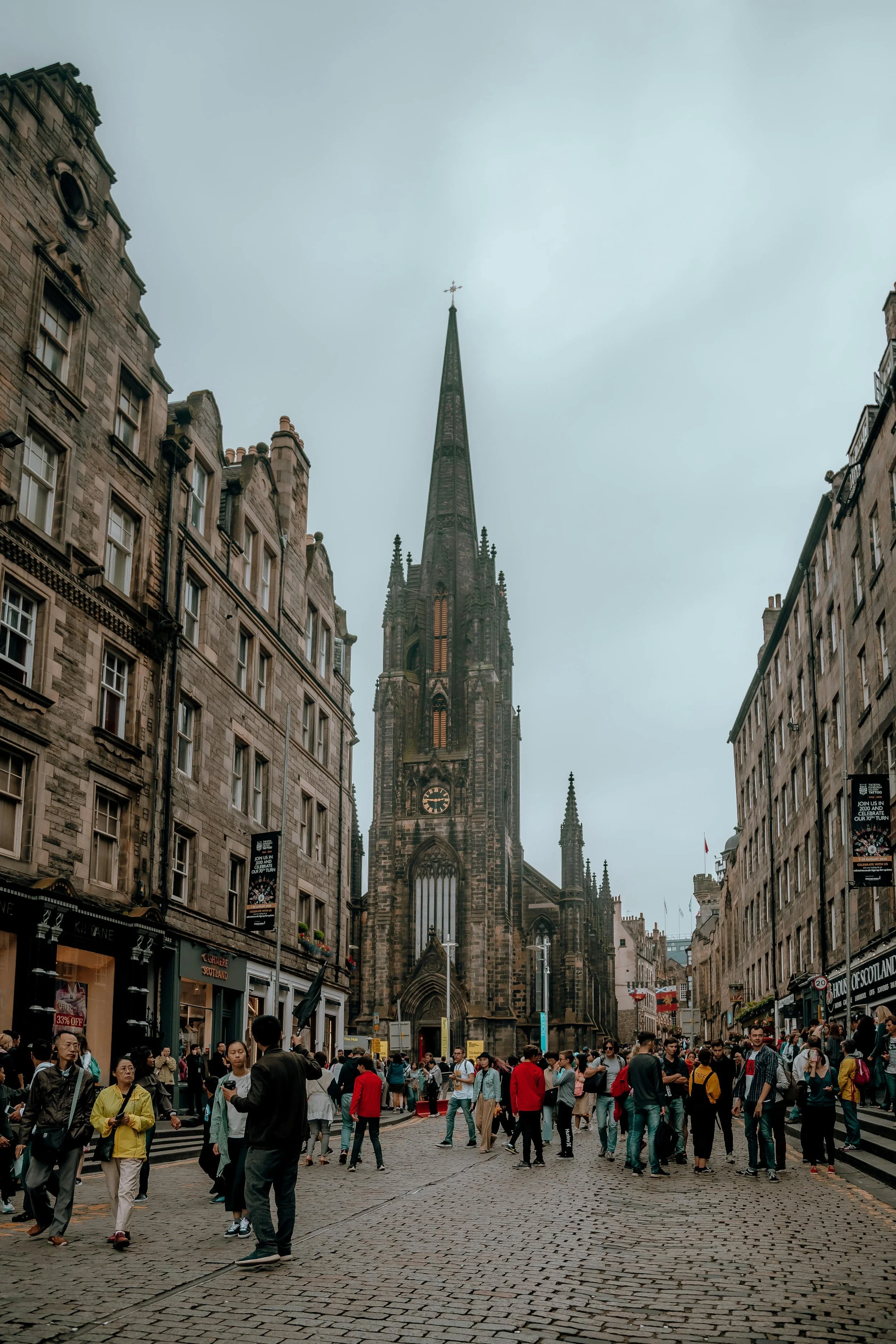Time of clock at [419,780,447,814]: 2:46
